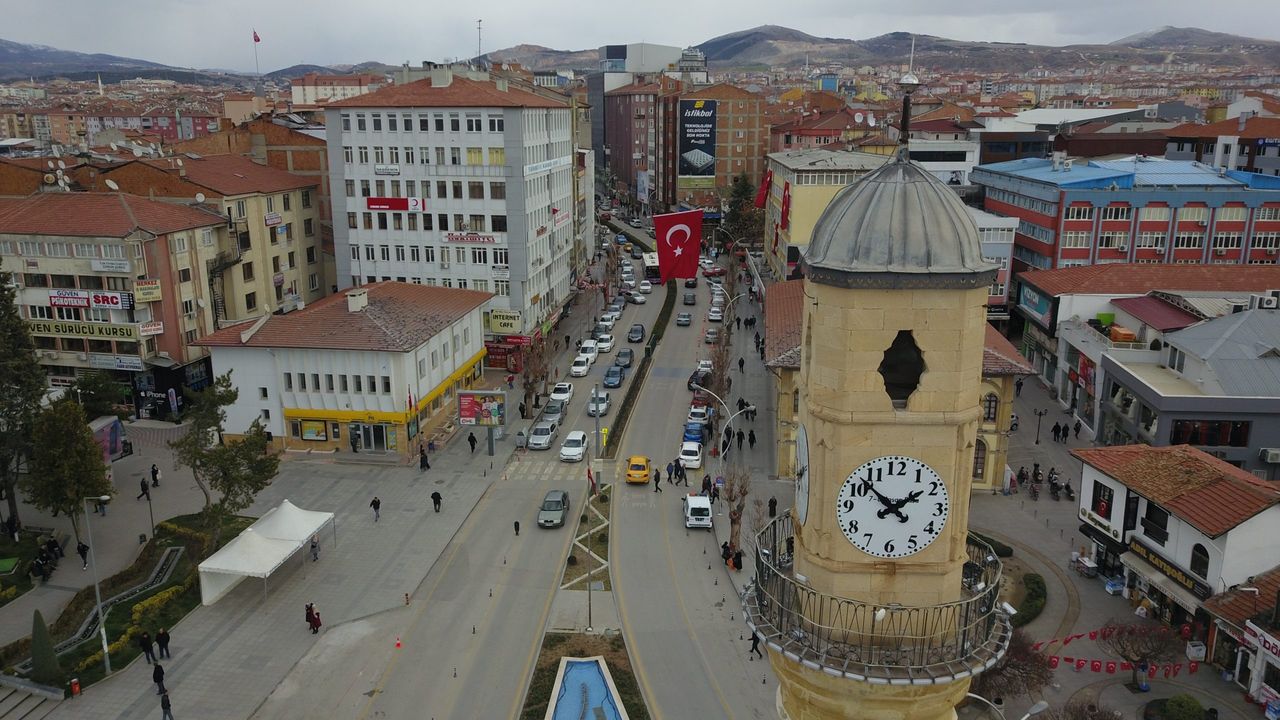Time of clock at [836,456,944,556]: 1:52
